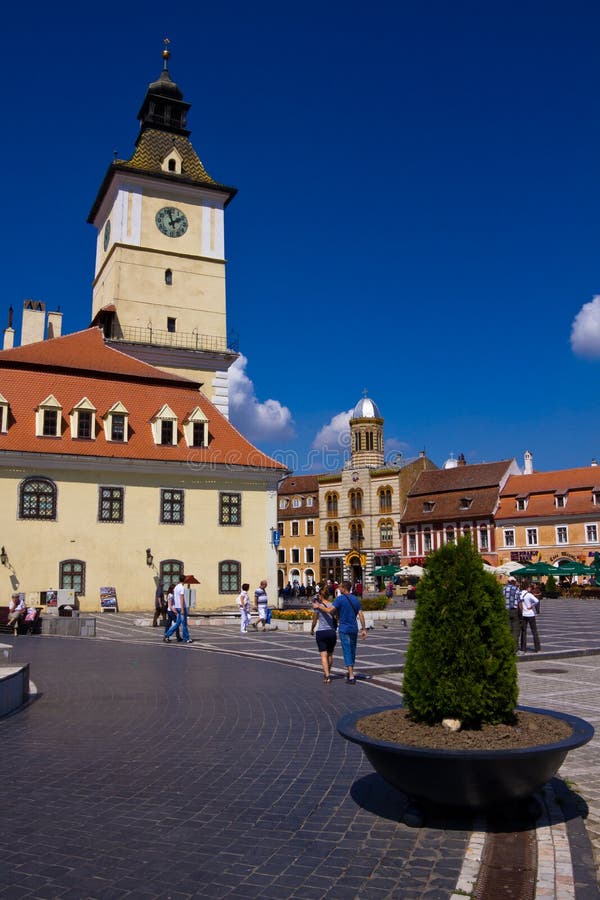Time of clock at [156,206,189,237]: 1:57
